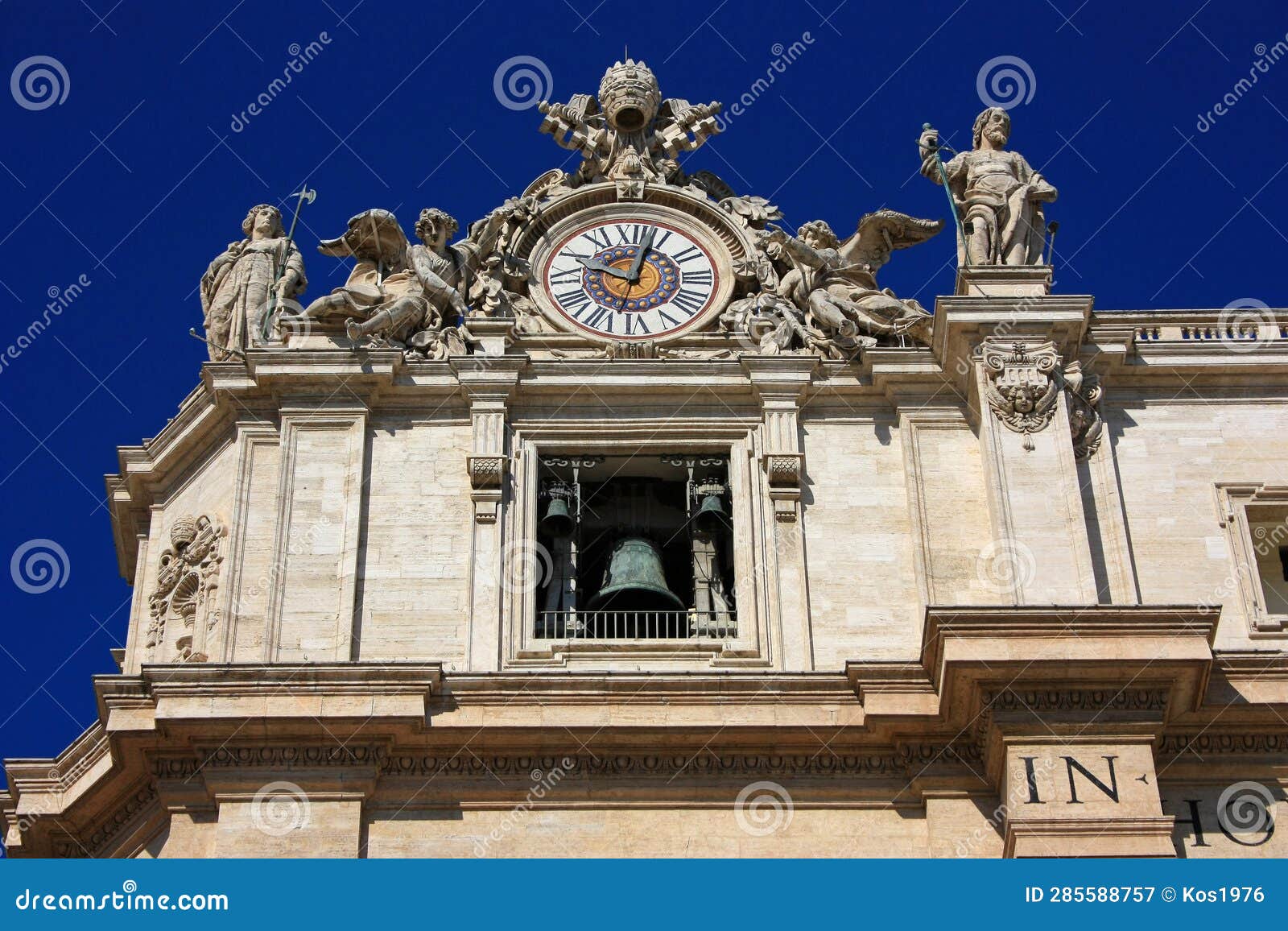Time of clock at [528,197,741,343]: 10:02
